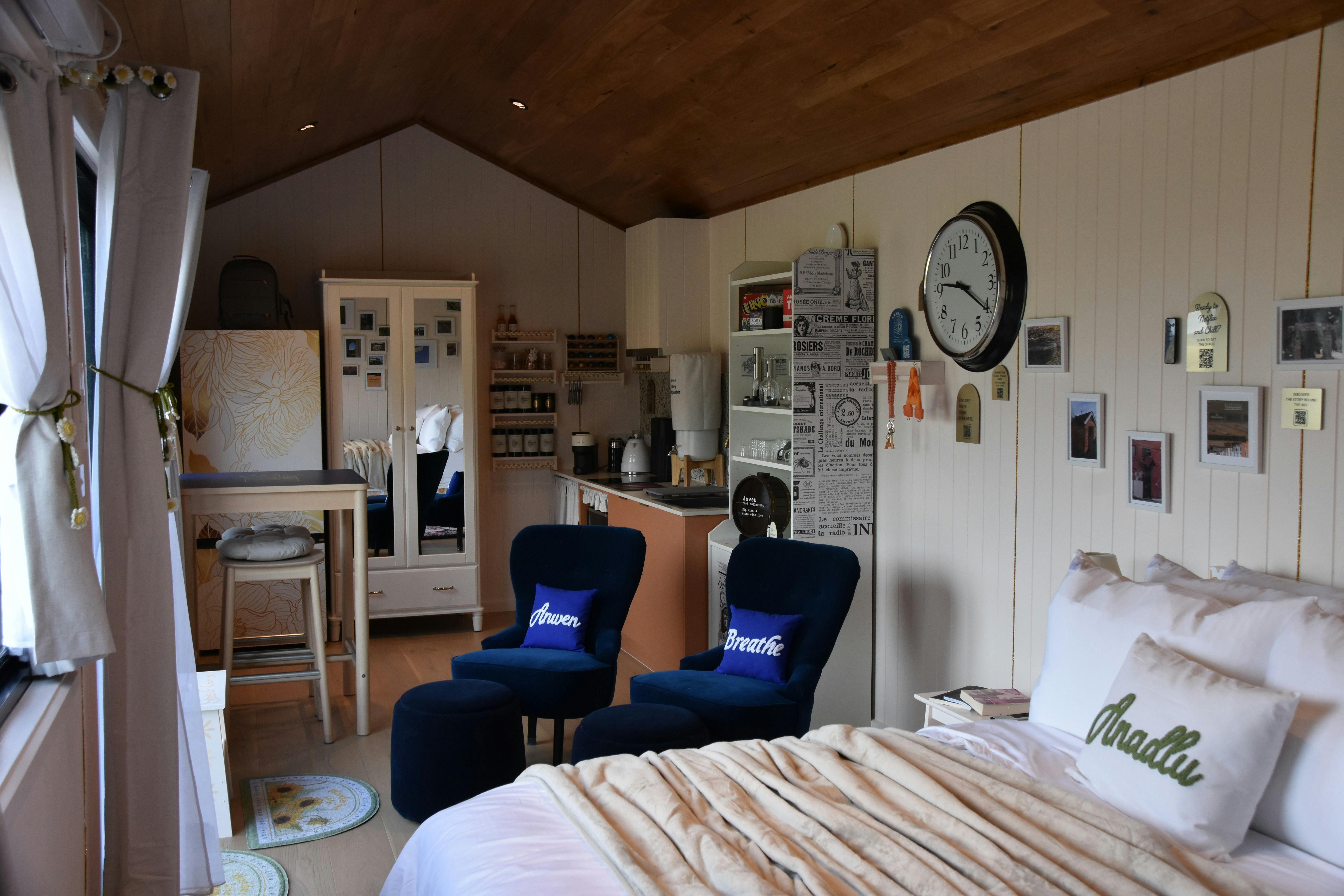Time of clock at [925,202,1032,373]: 9:20
